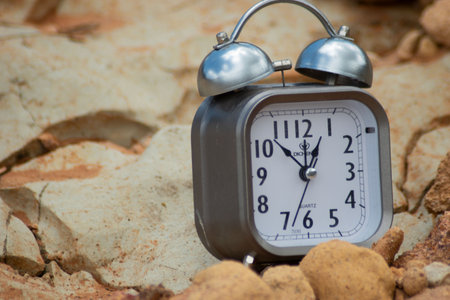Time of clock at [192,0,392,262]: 12:52
